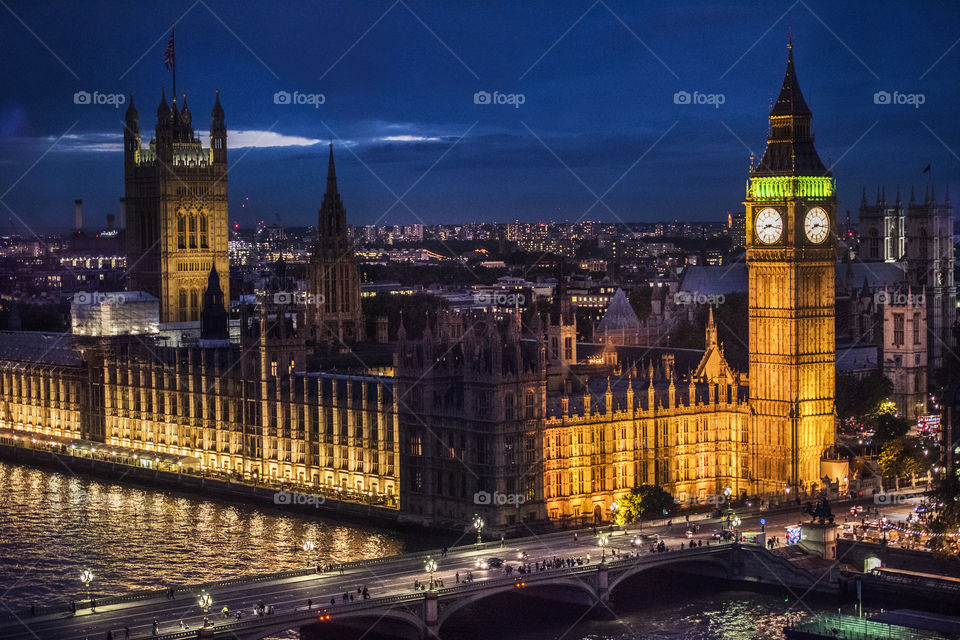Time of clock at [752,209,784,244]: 8:16
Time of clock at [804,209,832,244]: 8:16
